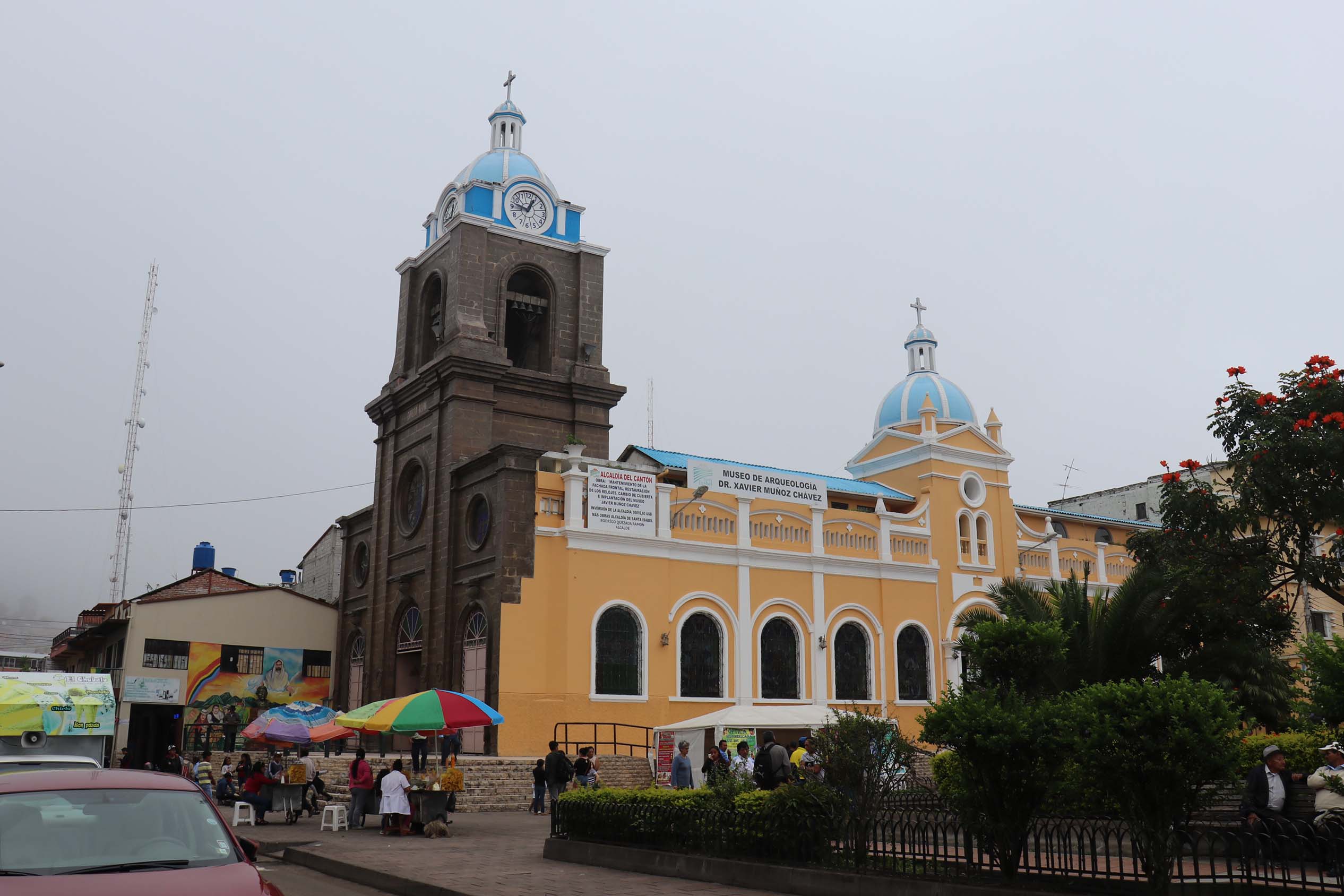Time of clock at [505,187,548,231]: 12:47
